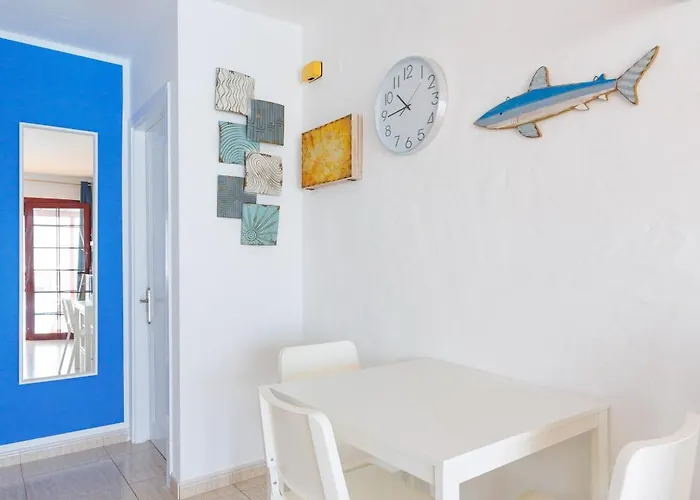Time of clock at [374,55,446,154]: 10:44
